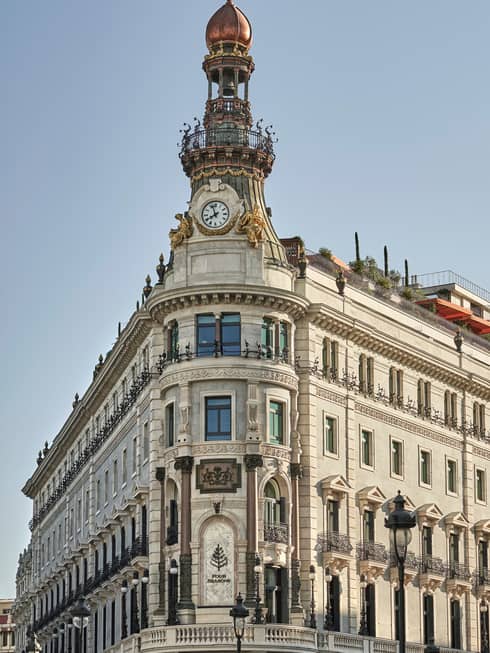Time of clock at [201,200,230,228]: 7:56
